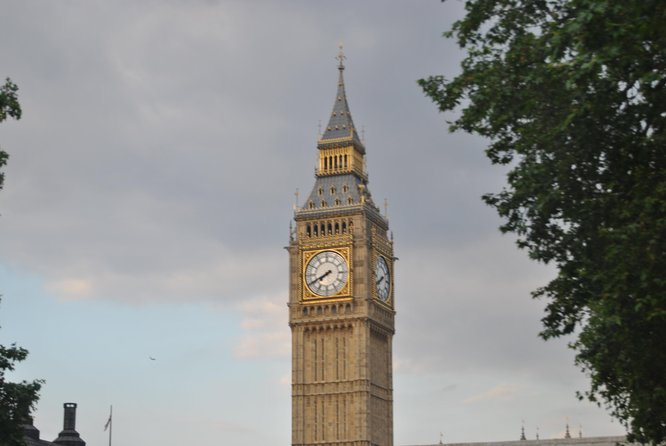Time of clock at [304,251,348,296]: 7:40
